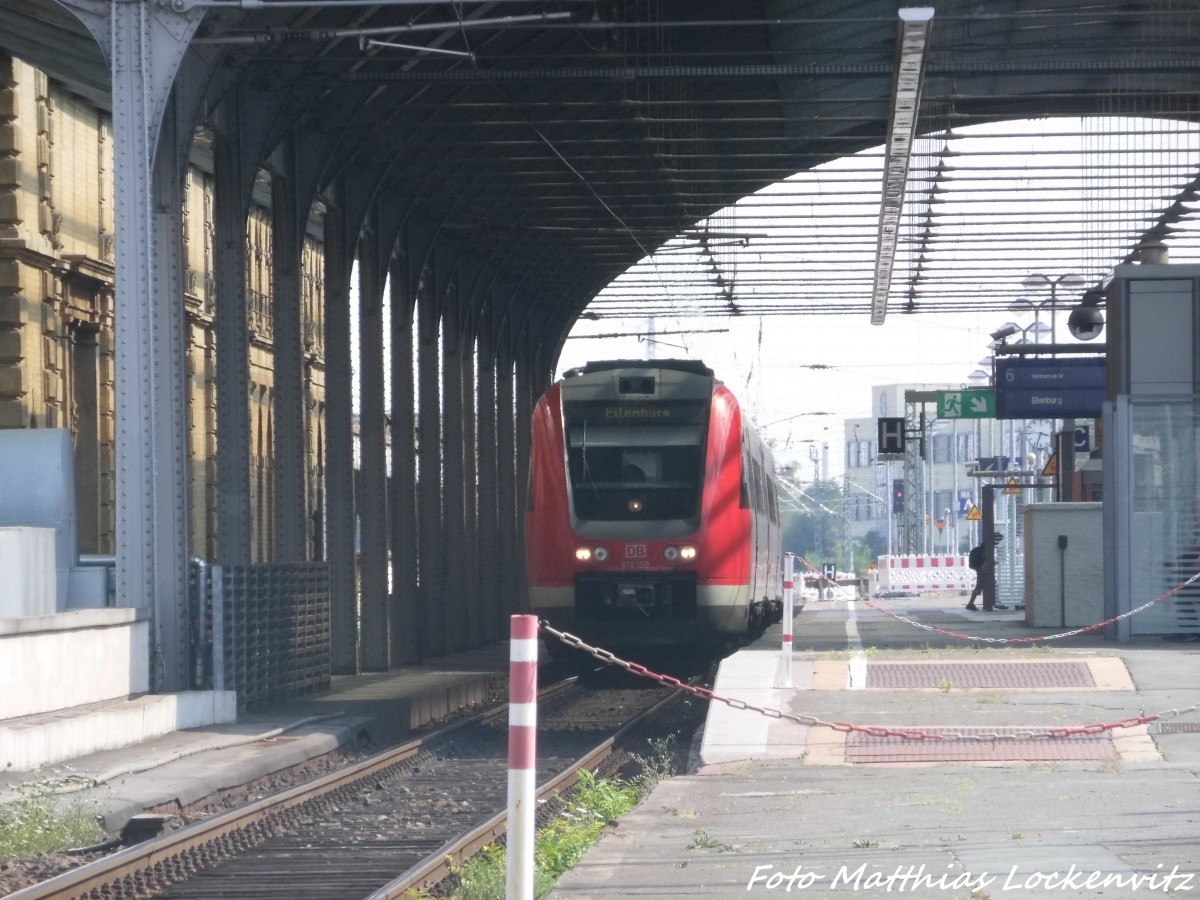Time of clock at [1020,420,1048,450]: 3:33
